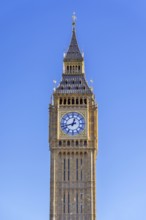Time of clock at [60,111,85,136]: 12:42
